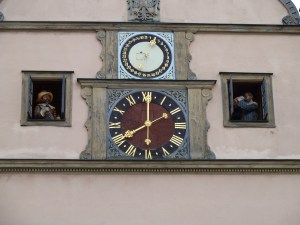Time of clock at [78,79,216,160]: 8:00
